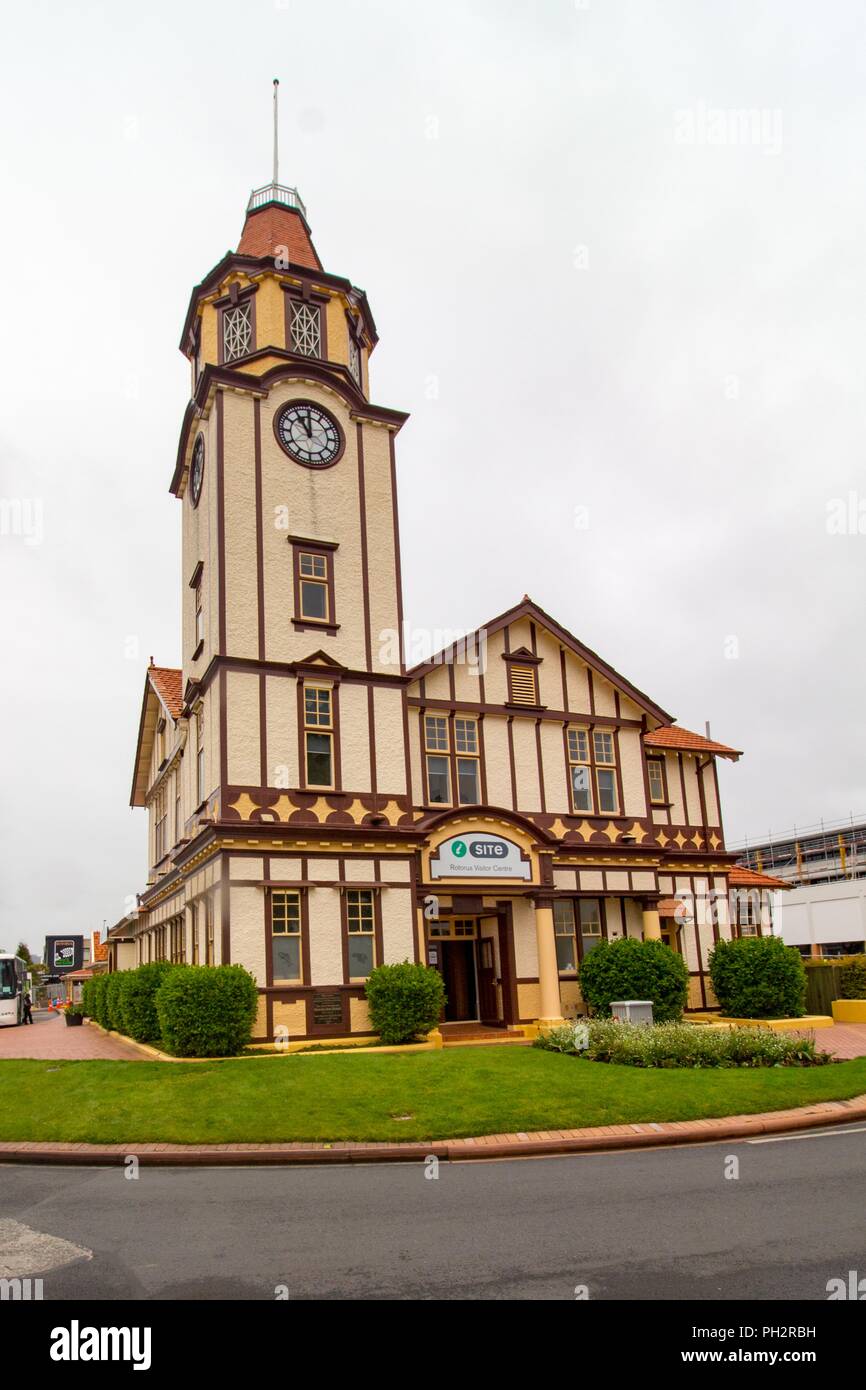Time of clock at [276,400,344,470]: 10:59
